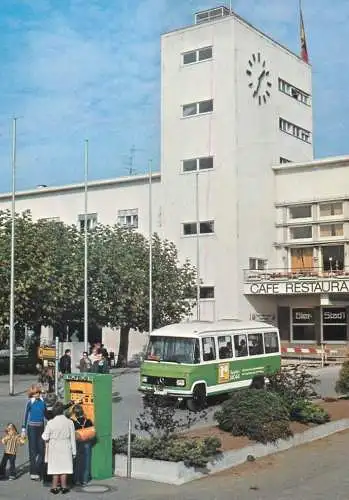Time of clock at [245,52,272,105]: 1:34
